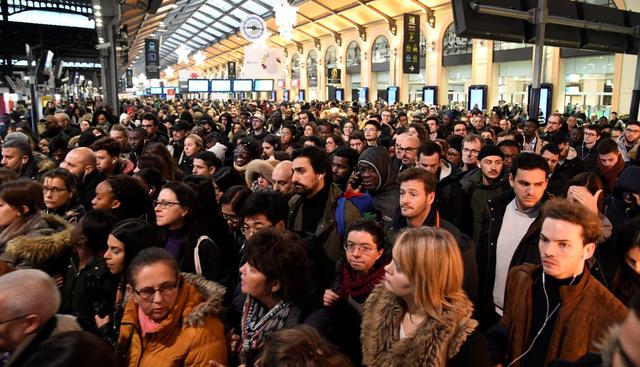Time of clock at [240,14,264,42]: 9:16
